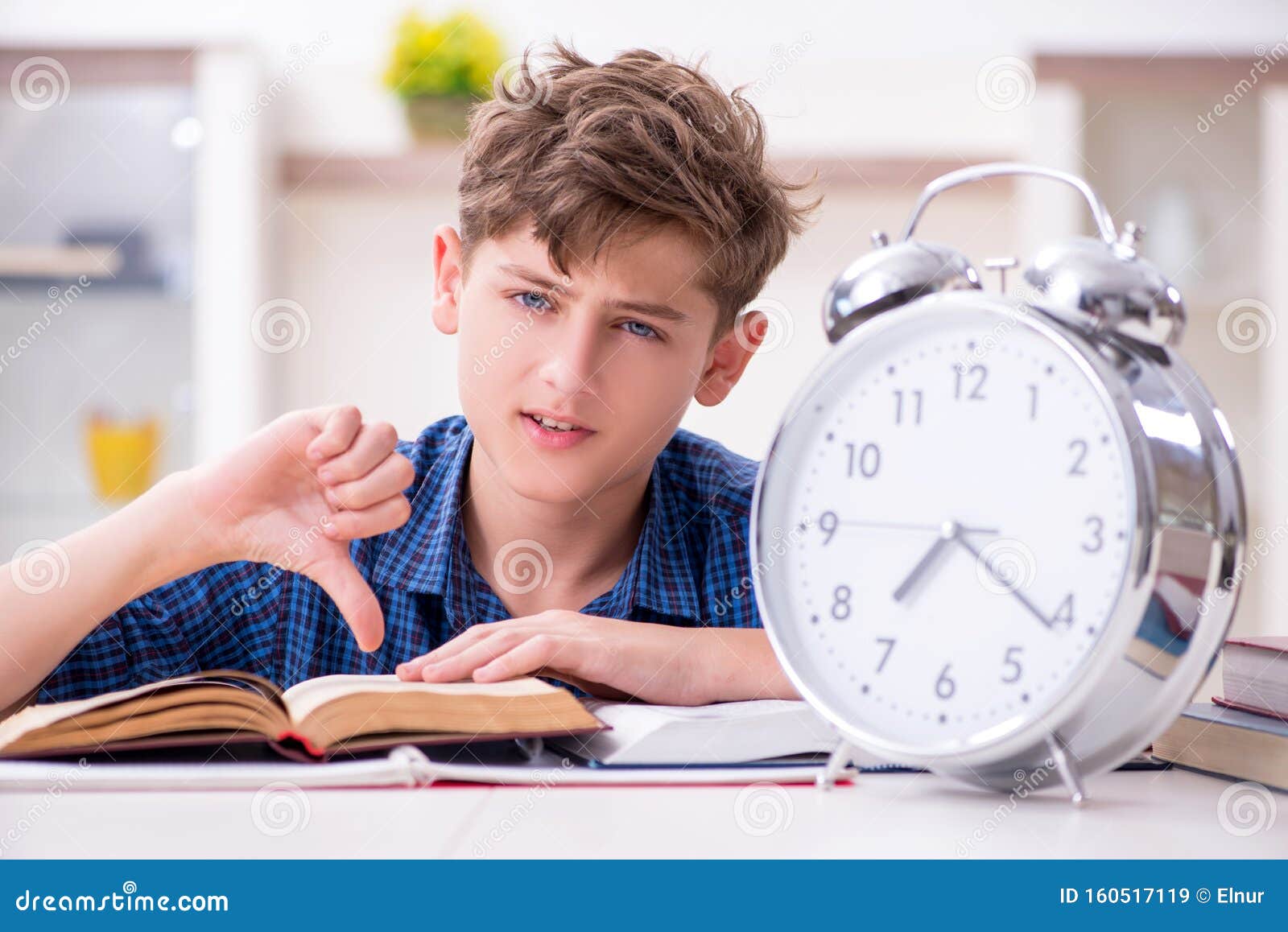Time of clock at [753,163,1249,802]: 7:21
